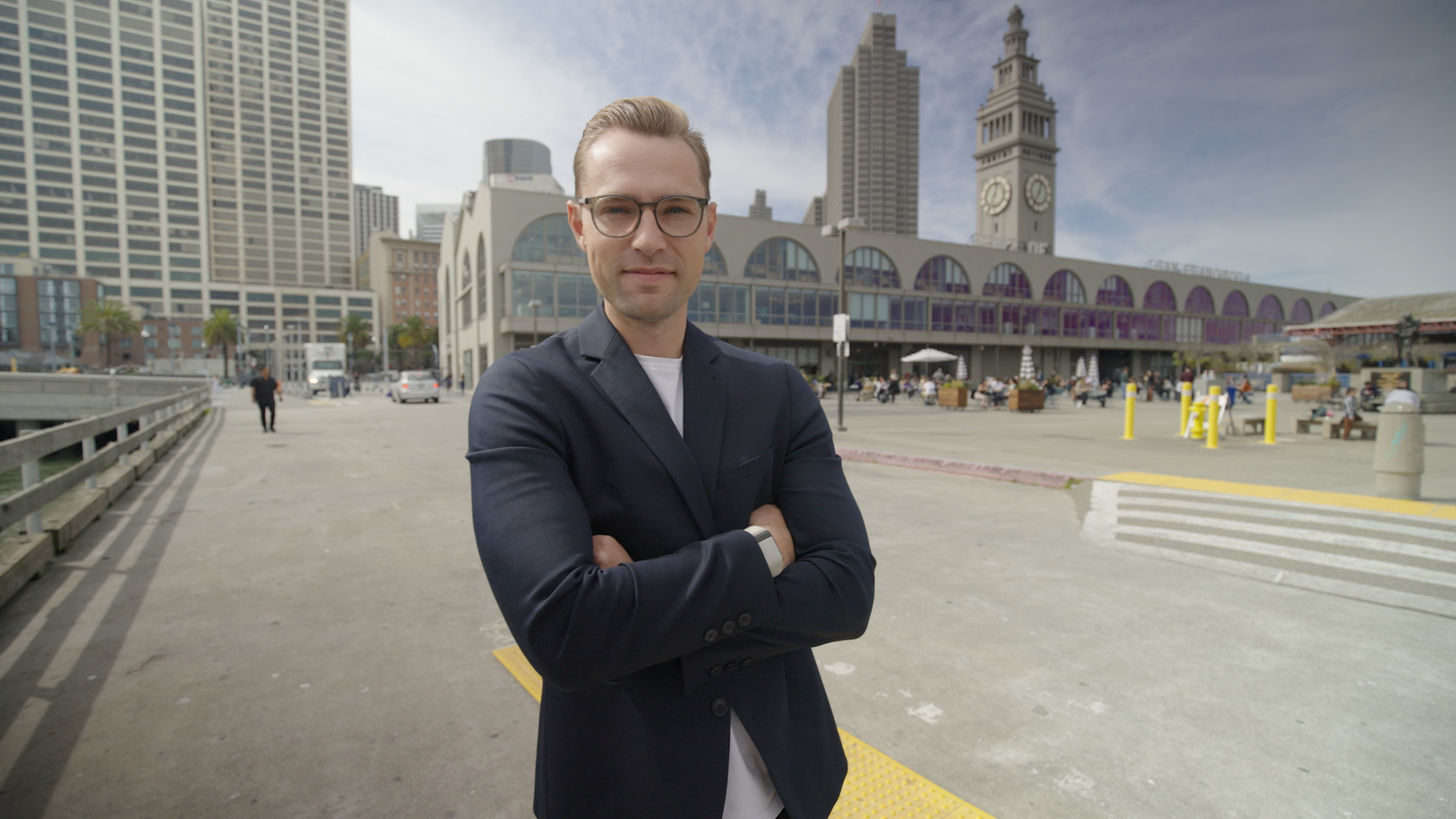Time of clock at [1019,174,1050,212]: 12:34
